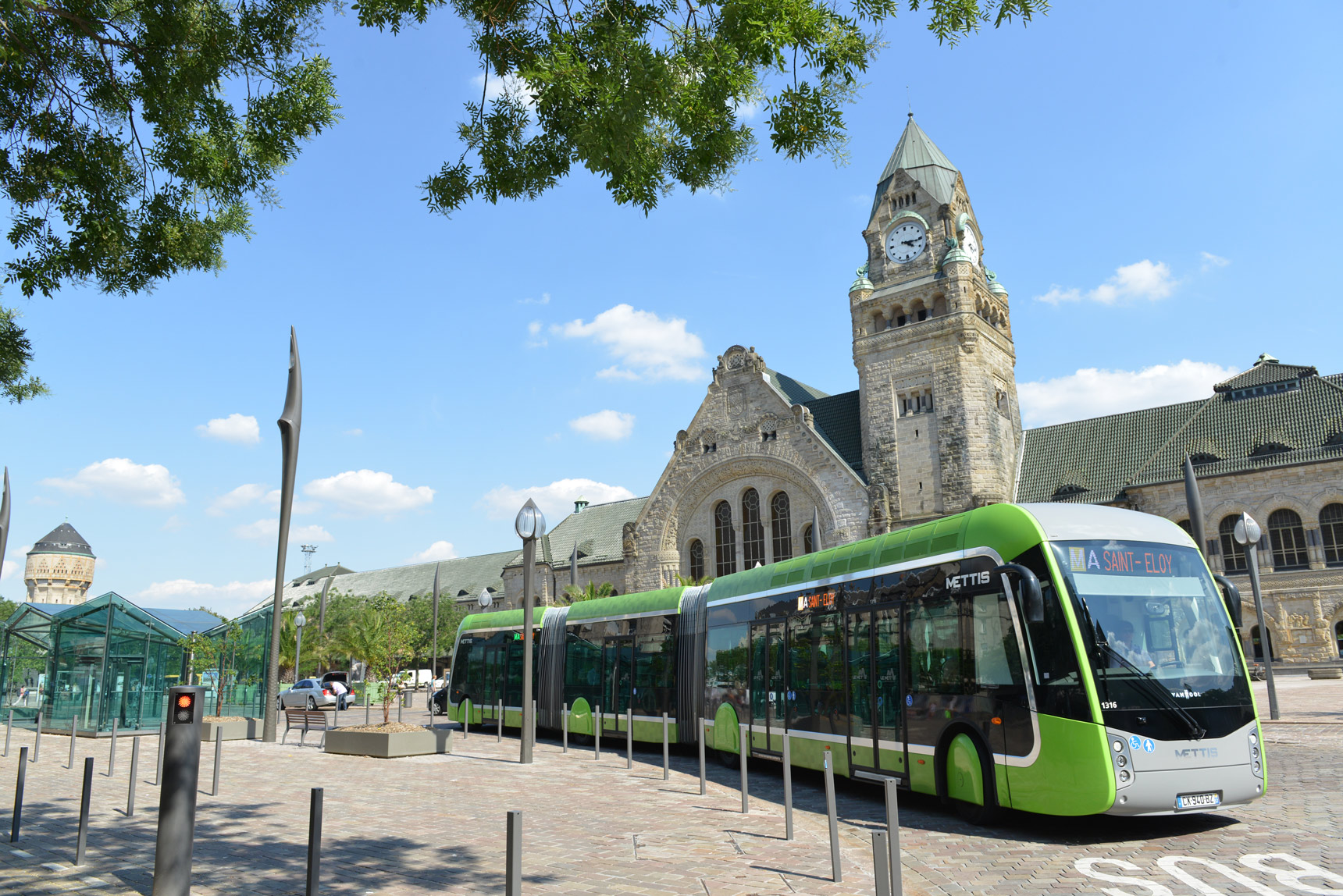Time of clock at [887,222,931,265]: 4:16
